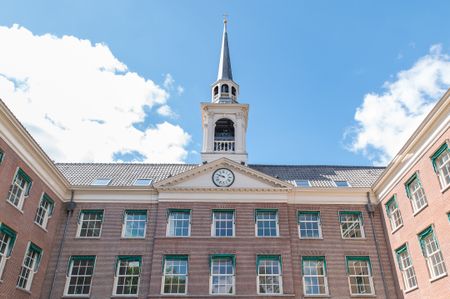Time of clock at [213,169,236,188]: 9:48
